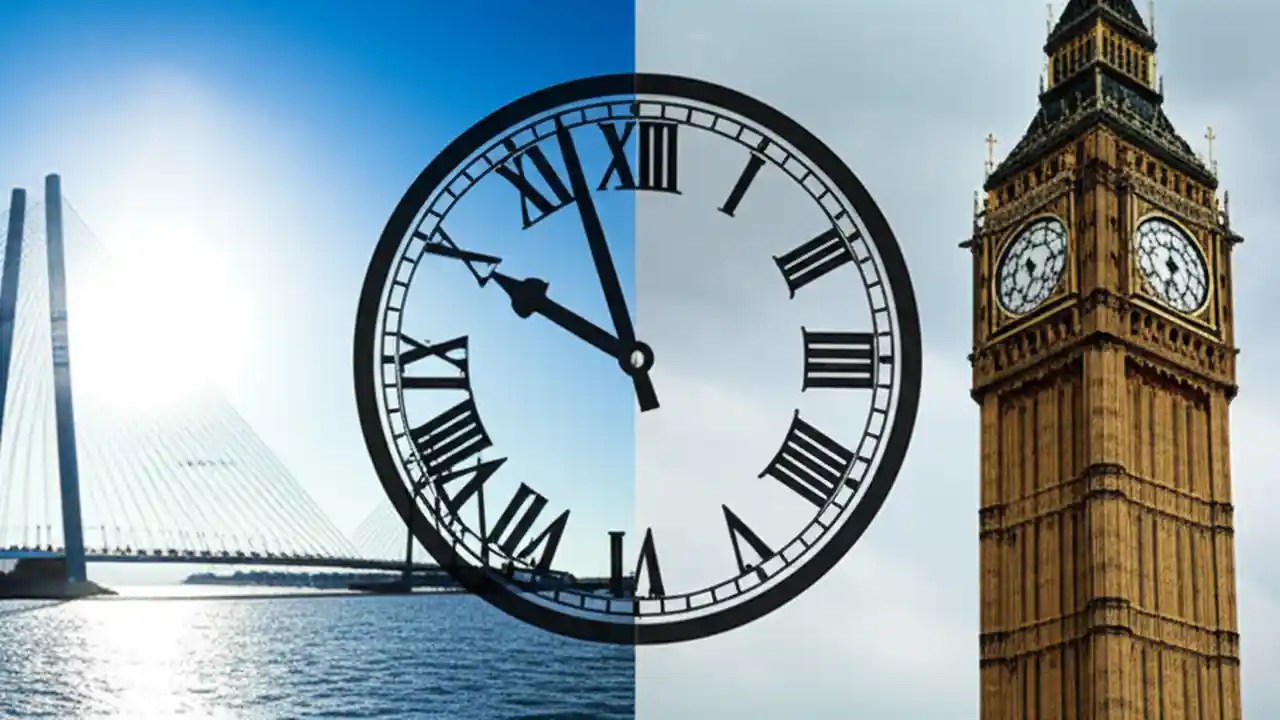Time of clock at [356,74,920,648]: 9:56
